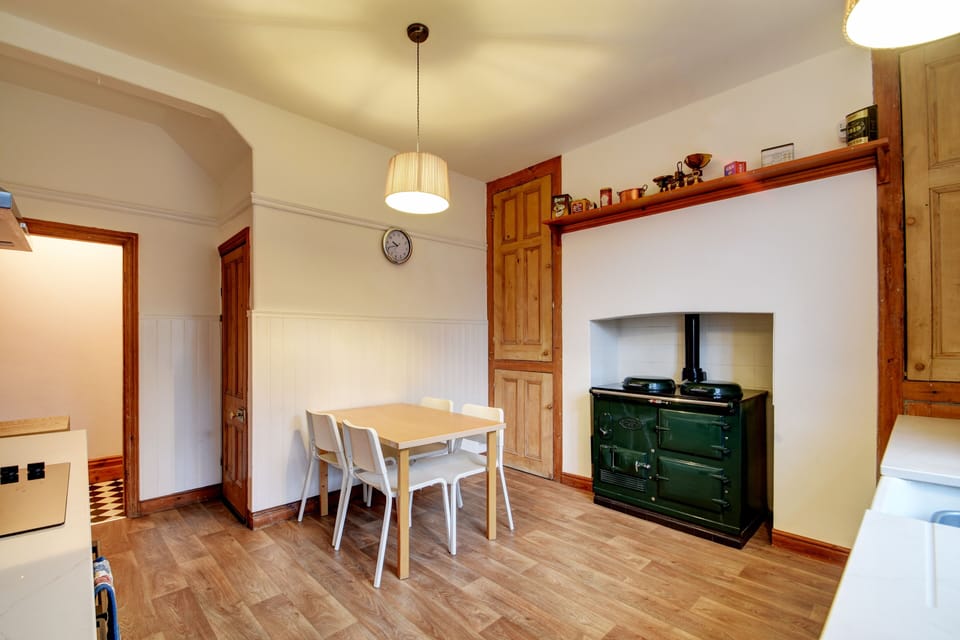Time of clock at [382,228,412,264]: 9:41
